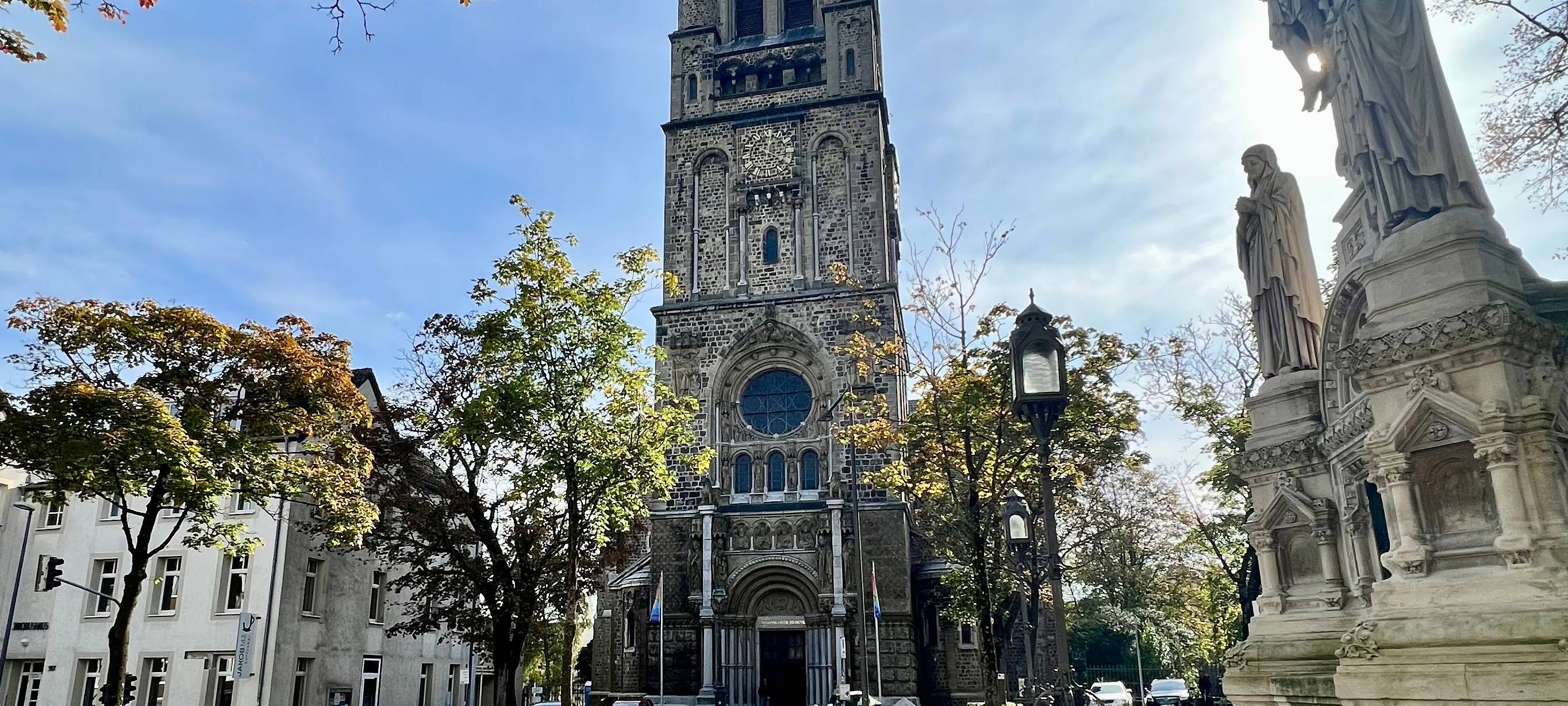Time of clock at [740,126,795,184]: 12:19
